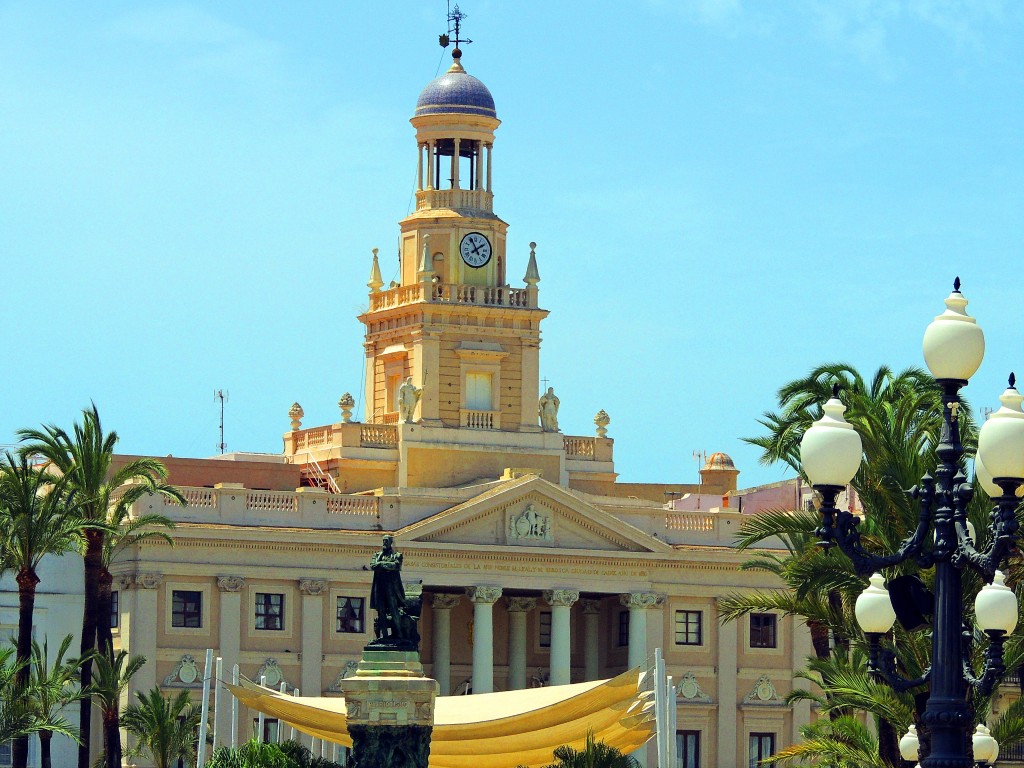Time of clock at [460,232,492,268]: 1:55
